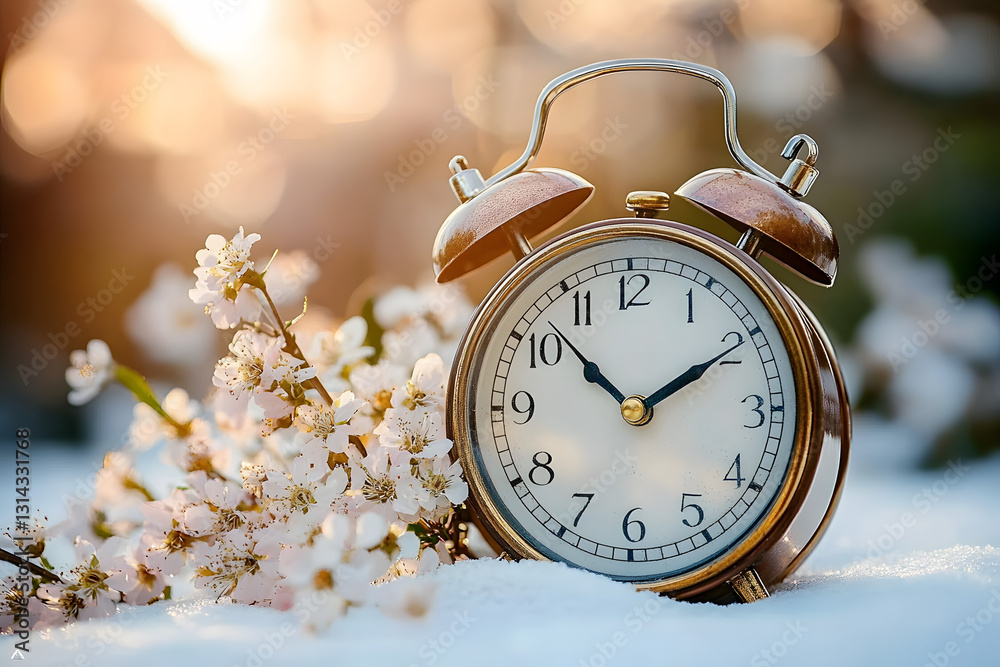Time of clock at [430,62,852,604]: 1:52
